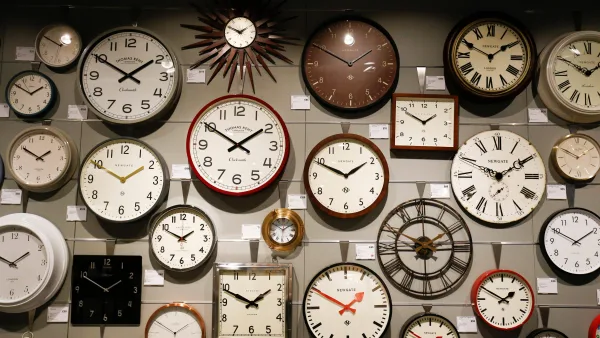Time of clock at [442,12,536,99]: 1:49
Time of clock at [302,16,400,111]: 1:49
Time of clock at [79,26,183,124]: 1:50
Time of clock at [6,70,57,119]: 1:49
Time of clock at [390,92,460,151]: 1:50
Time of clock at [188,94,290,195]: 1:50
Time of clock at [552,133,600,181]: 1:50
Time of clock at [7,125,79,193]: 1:50
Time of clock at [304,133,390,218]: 1:49
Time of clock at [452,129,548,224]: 1:49
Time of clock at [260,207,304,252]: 1:50
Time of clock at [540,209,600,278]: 1:49
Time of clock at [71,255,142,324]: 1:50
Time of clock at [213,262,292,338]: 1:49
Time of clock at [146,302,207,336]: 1:50
